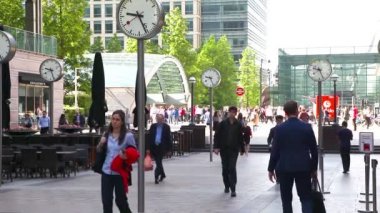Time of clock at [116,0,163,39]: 9:26
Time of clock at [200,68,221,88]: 9:26
